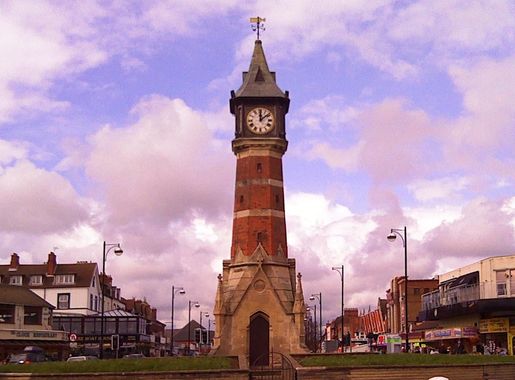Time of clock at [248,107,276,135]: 12:08
